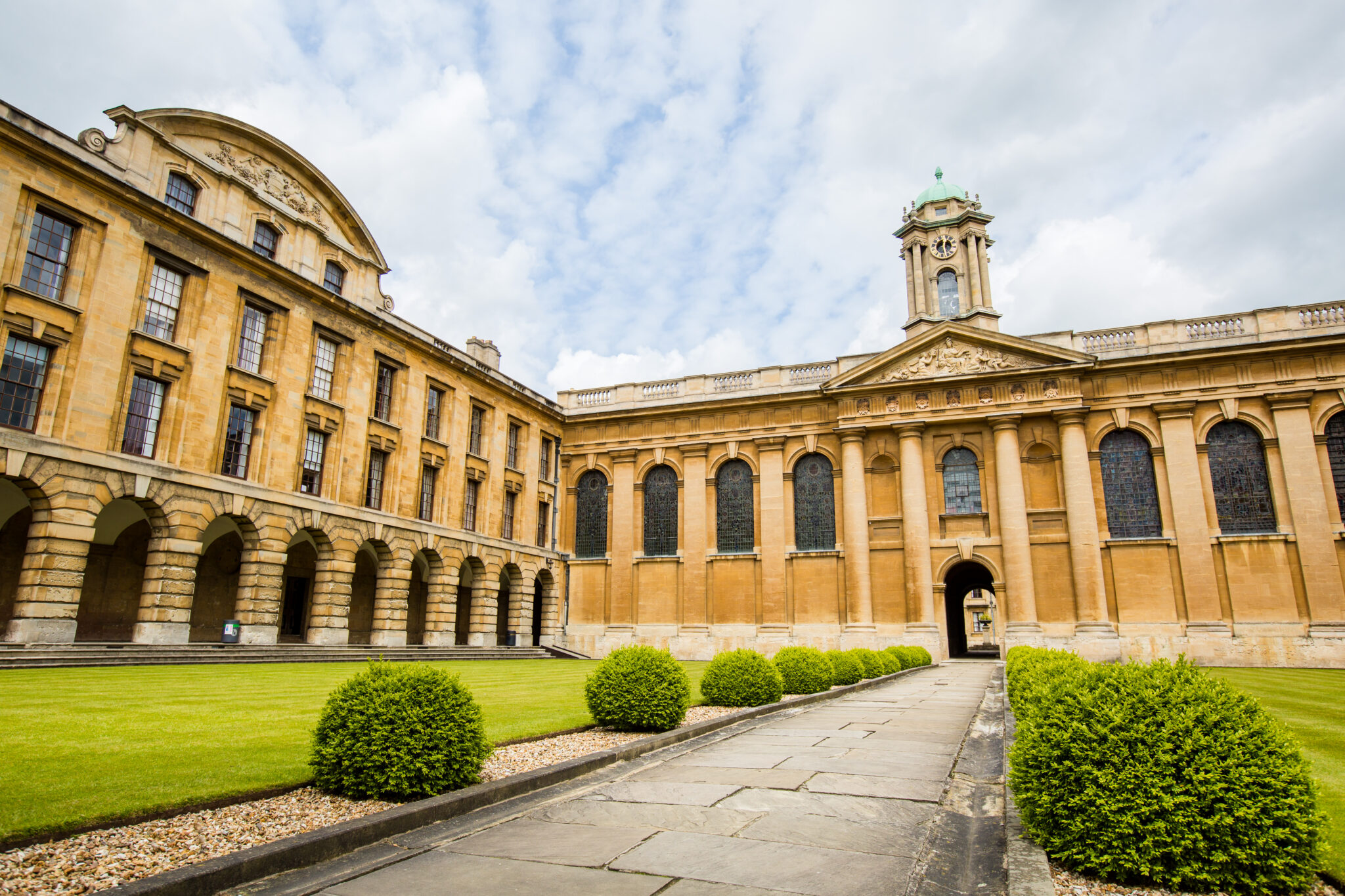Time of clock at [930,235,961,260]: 12:27
